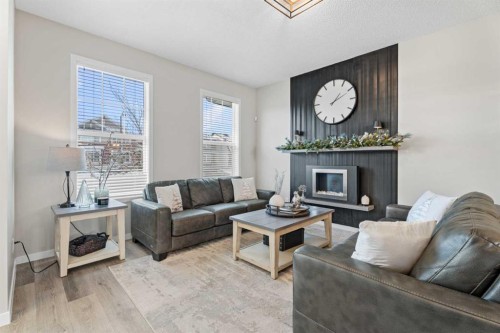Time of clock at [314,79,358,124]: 1:10
